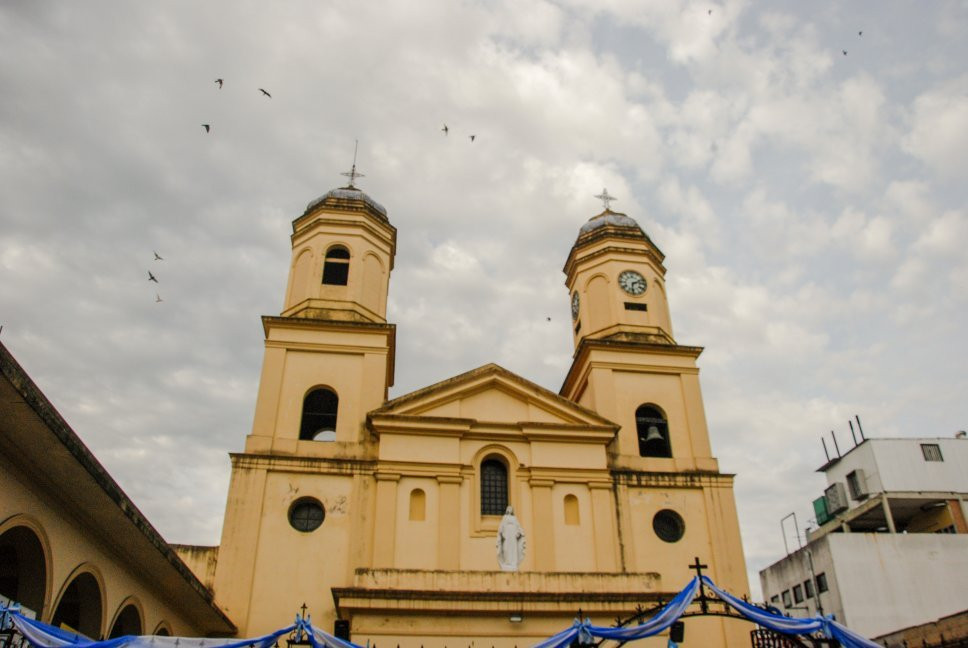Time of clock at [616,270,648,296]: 6:12
